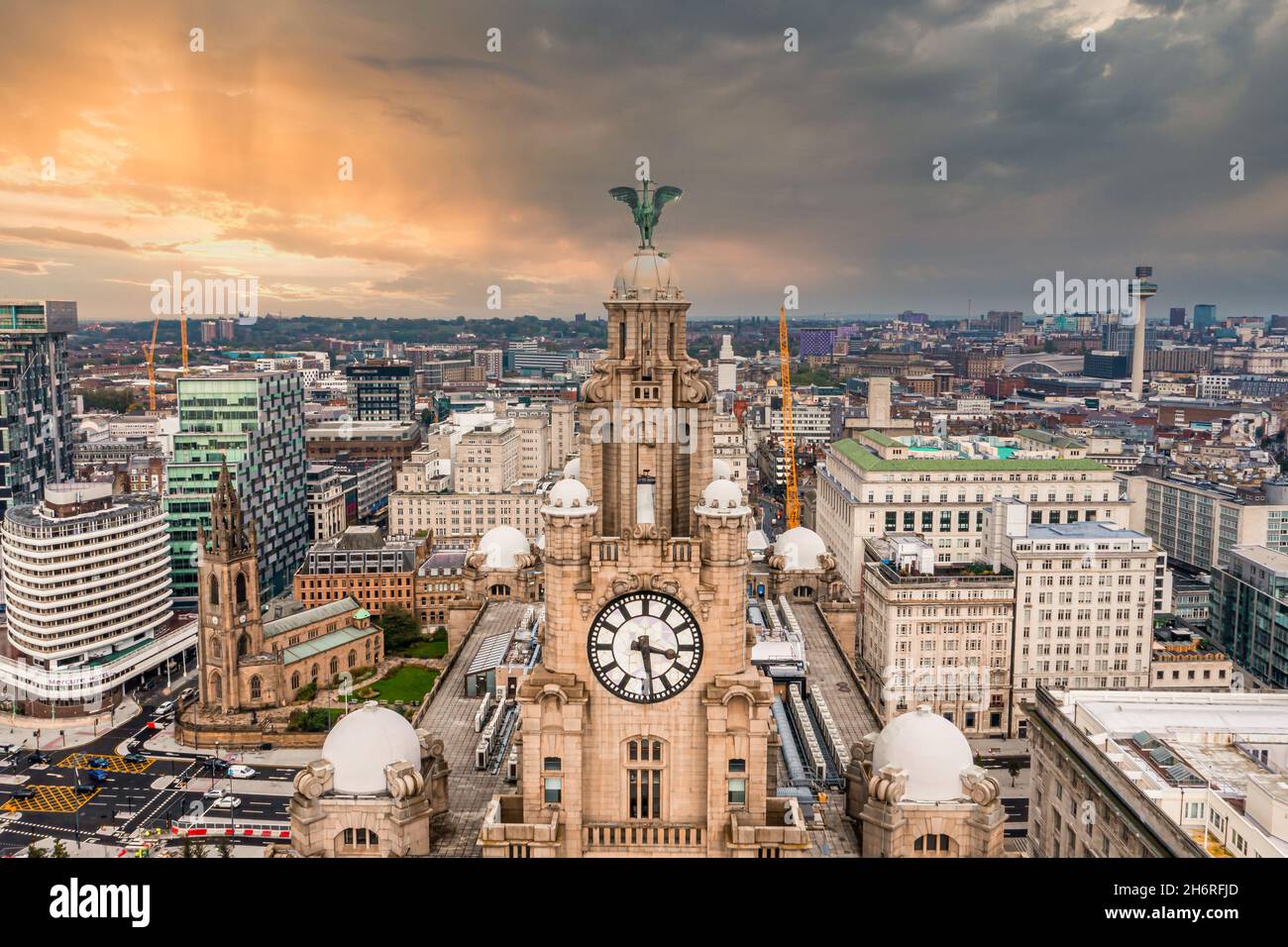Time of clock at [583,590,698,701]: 3:28
